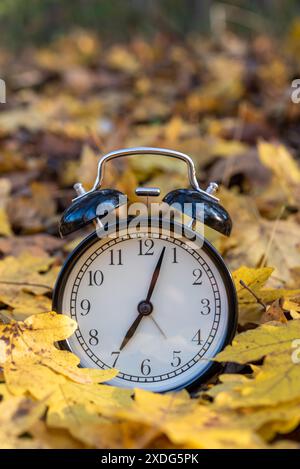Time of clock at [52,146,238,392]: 7:03
